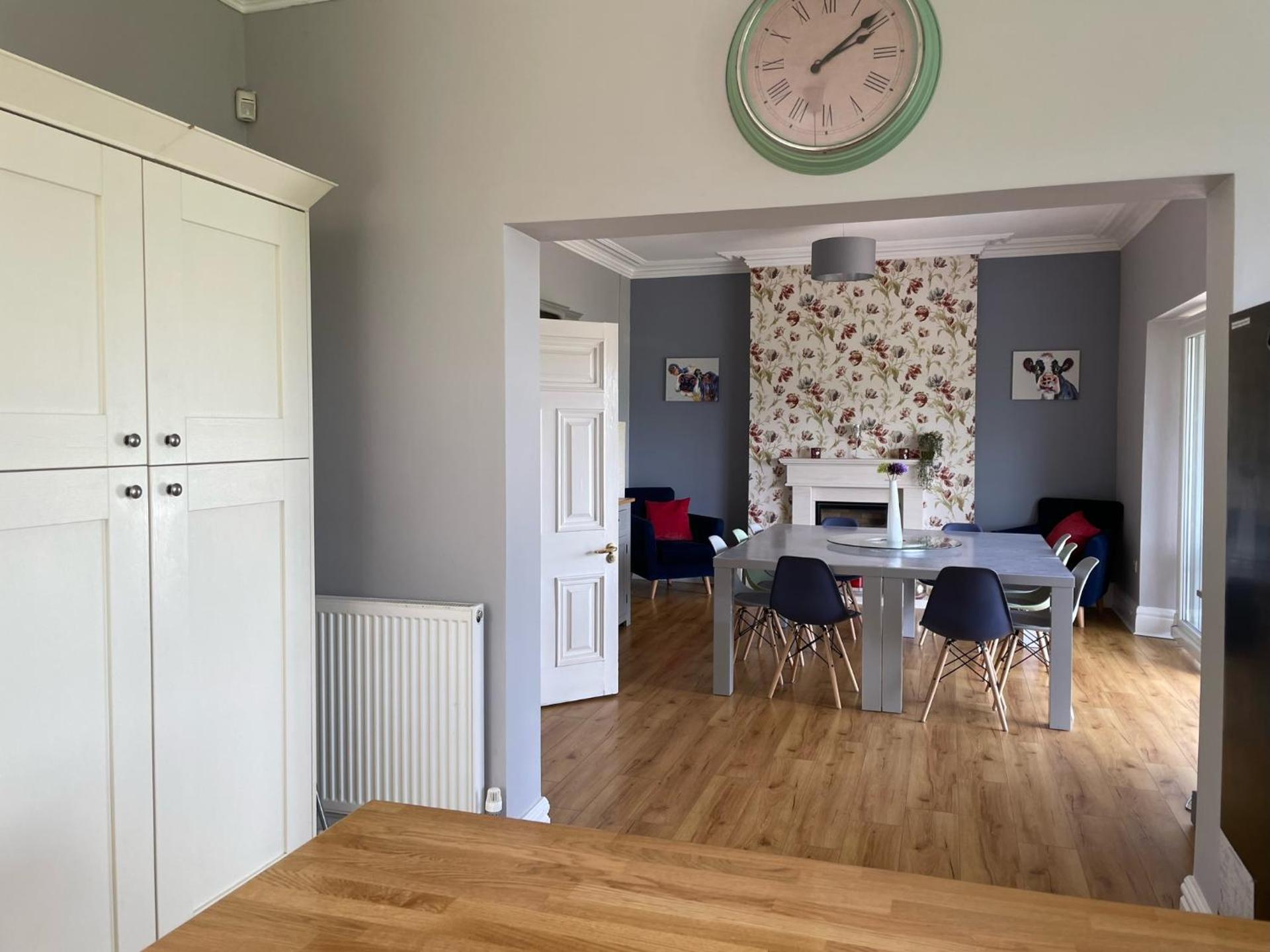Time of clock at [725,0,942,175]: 2:08
